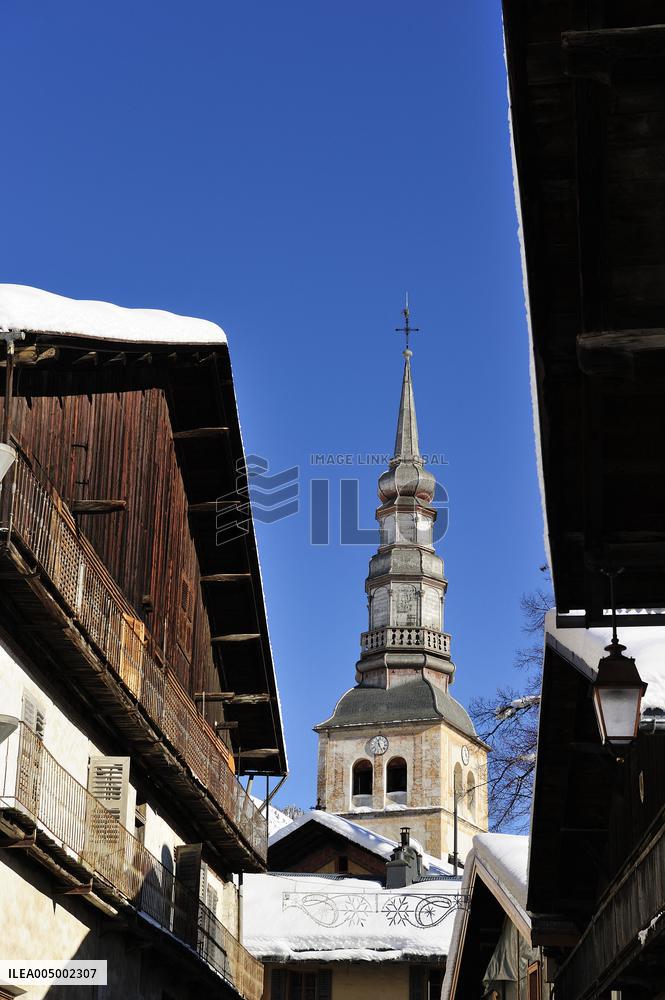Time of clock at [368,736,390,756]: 11:24
